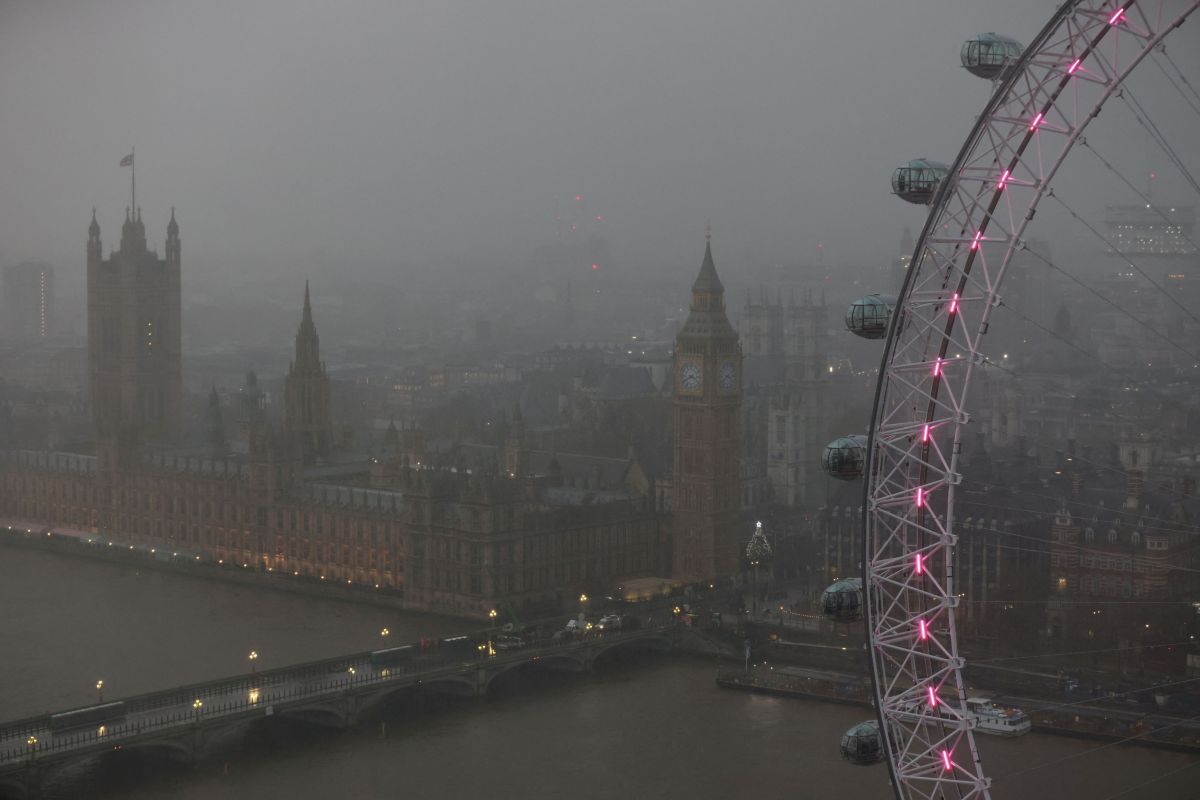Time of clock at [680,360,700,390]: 3:40
